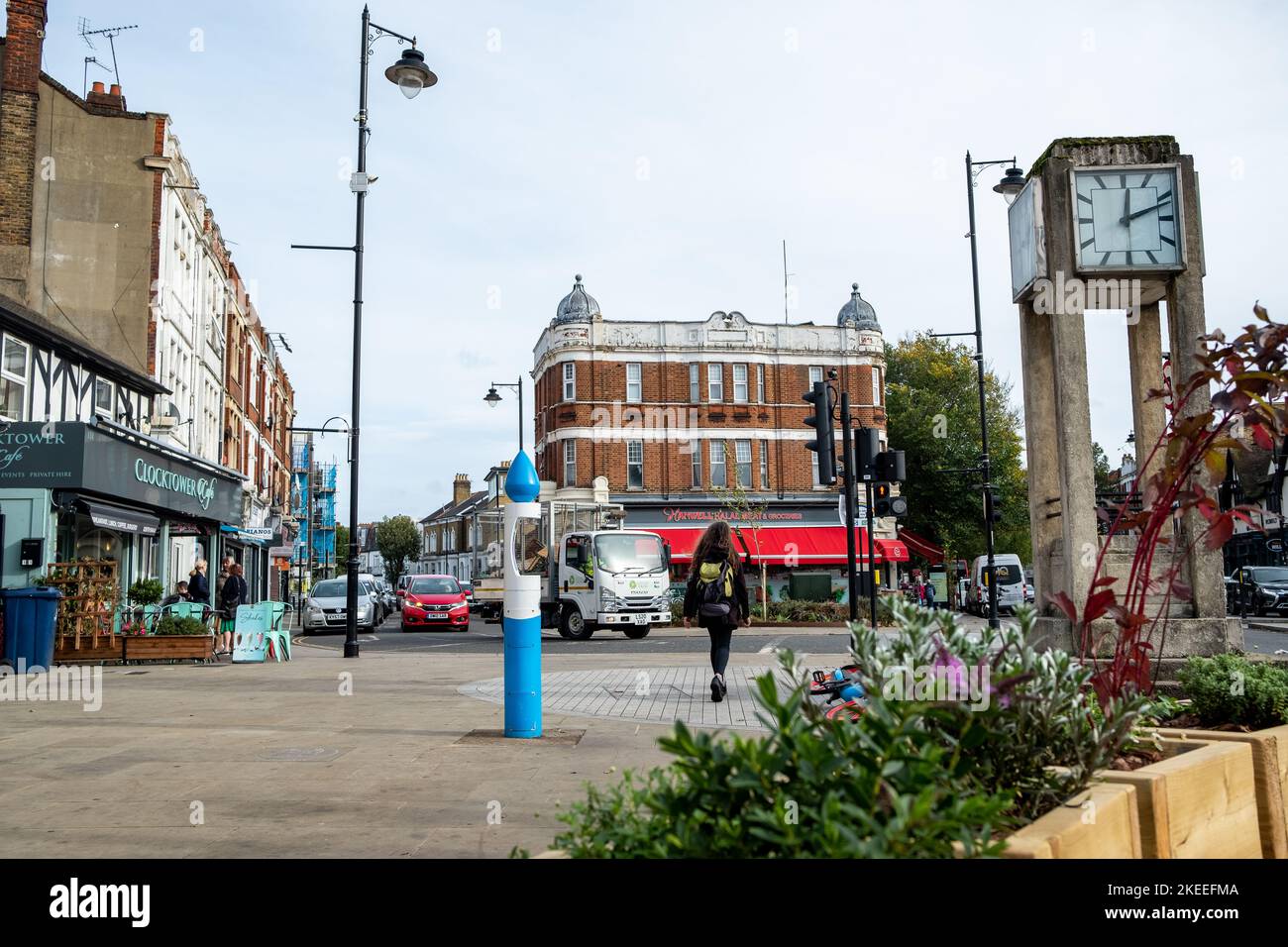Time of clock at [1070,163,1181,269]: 12:11
